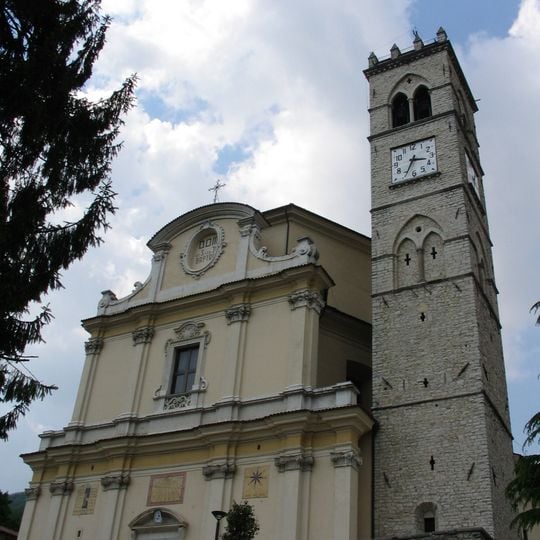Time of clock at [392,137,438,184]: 3:34
